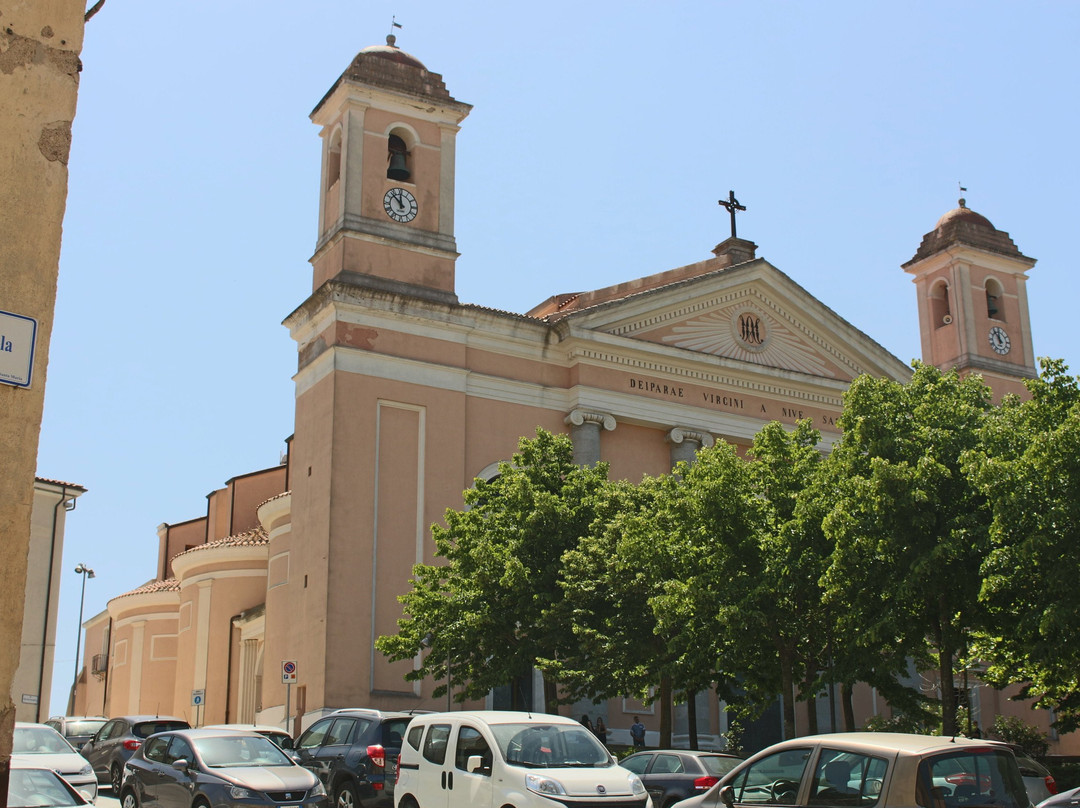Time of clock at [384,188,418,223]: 11:52
